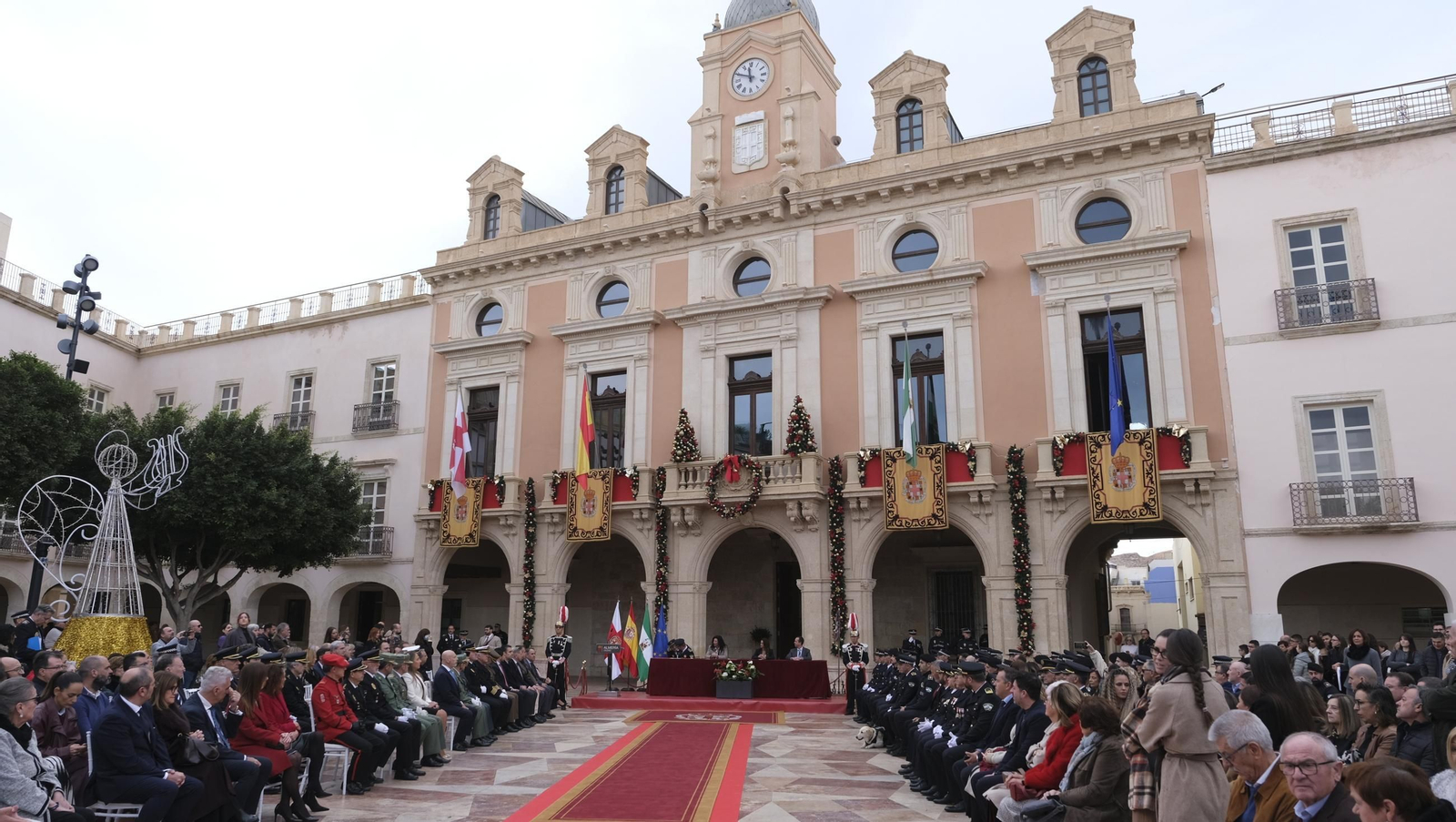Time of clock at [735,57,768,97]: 11:48
